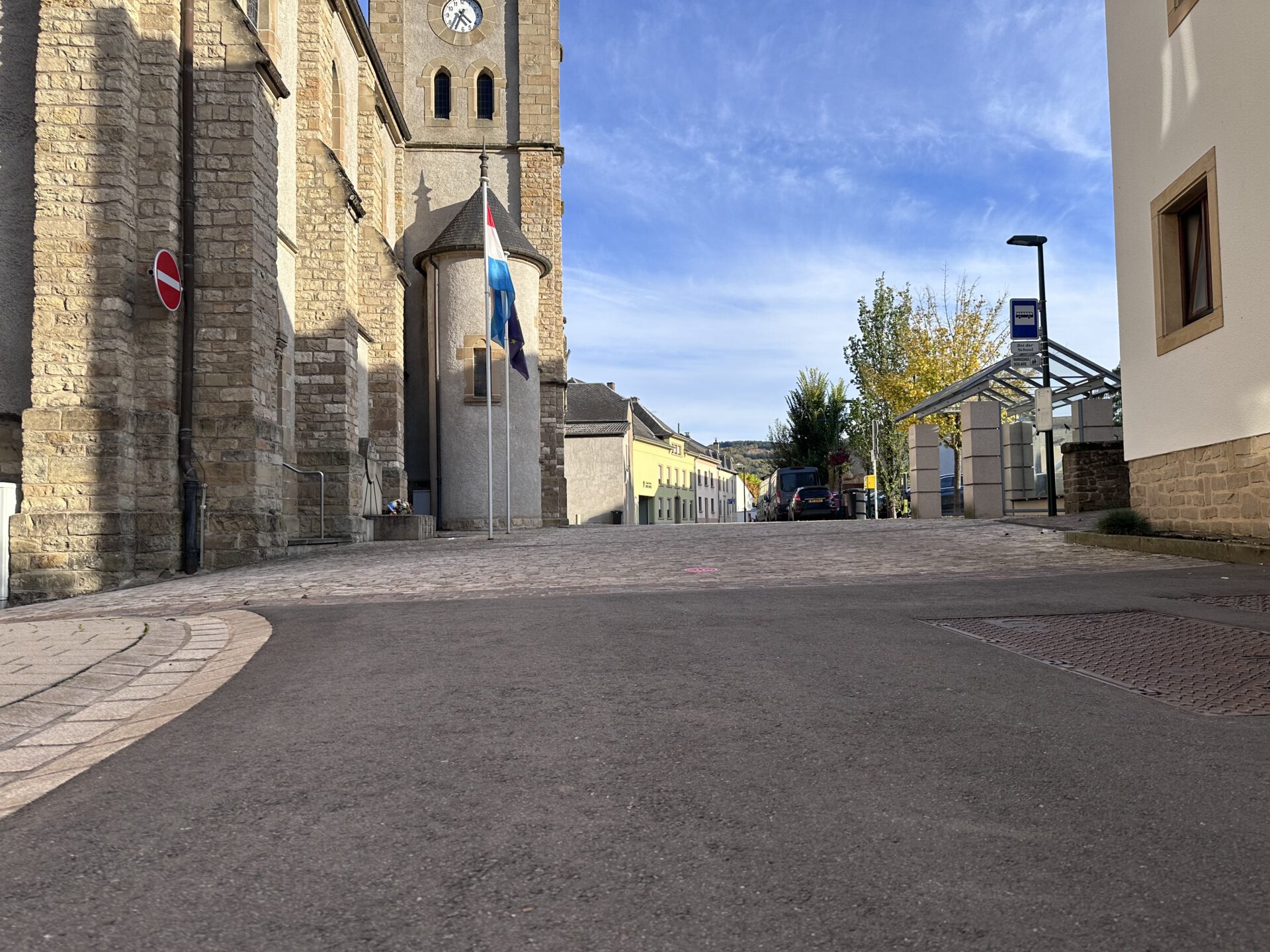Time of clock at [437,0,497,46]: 4:34
